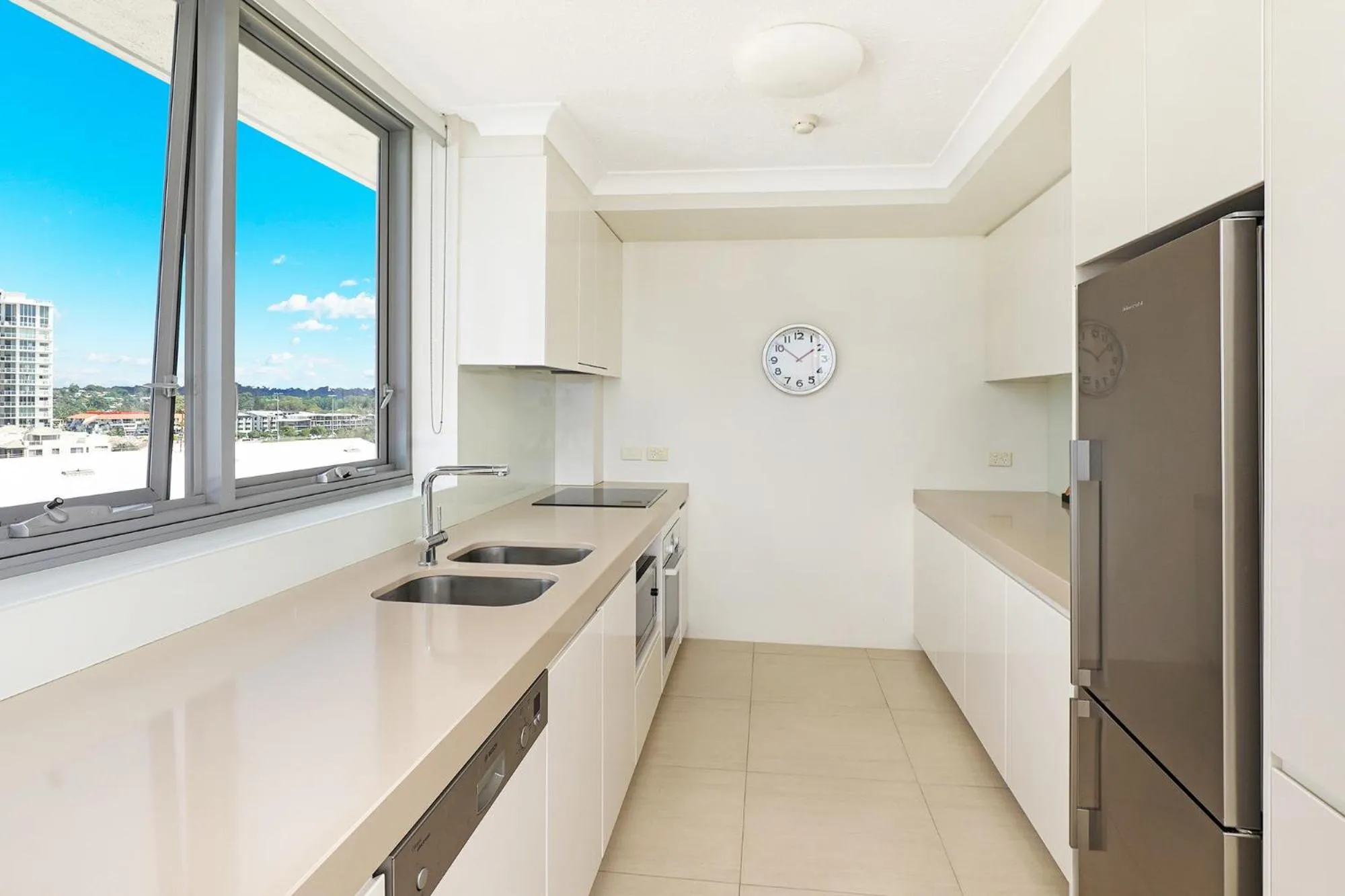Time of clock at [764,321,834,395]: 1:51
